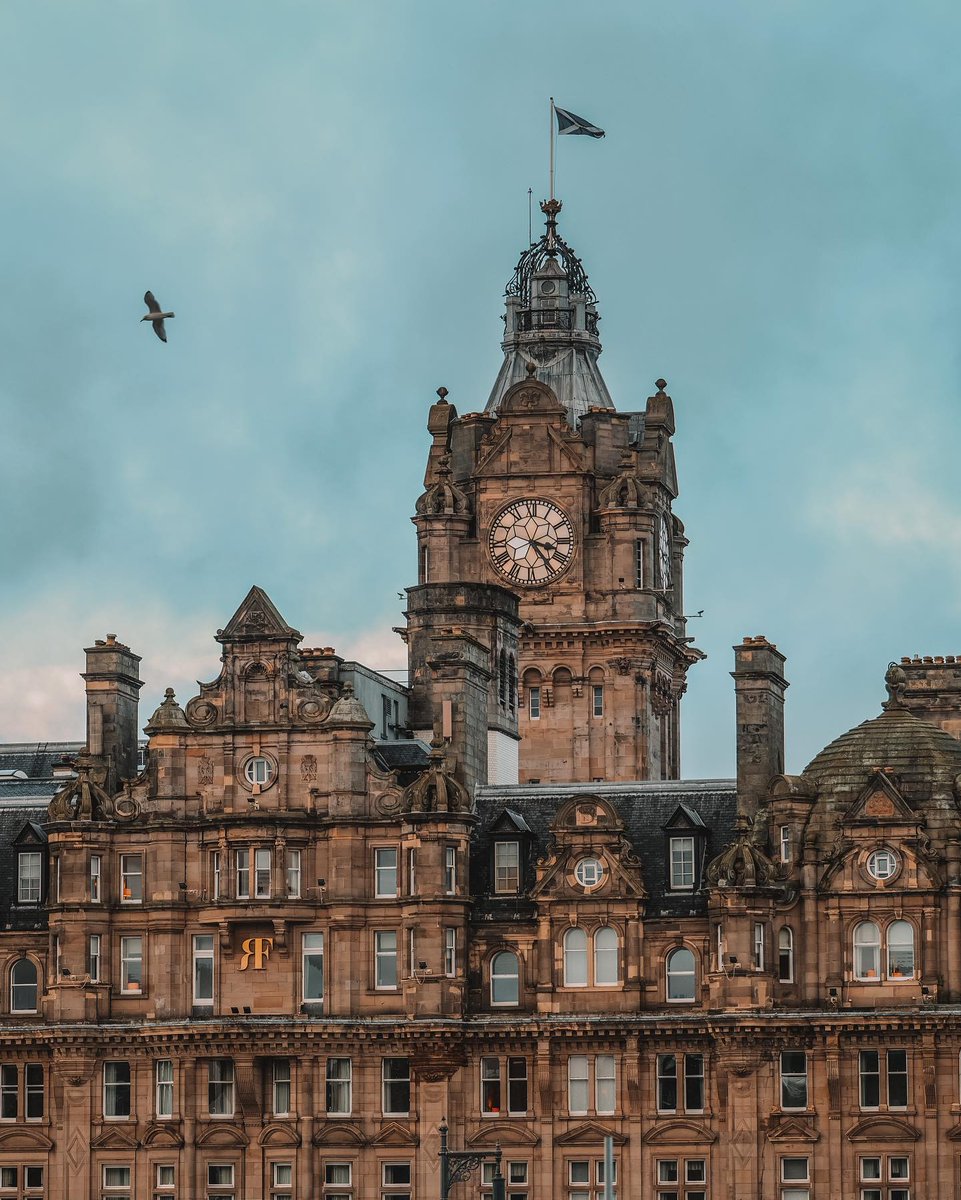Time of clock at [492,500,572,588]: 3:23
